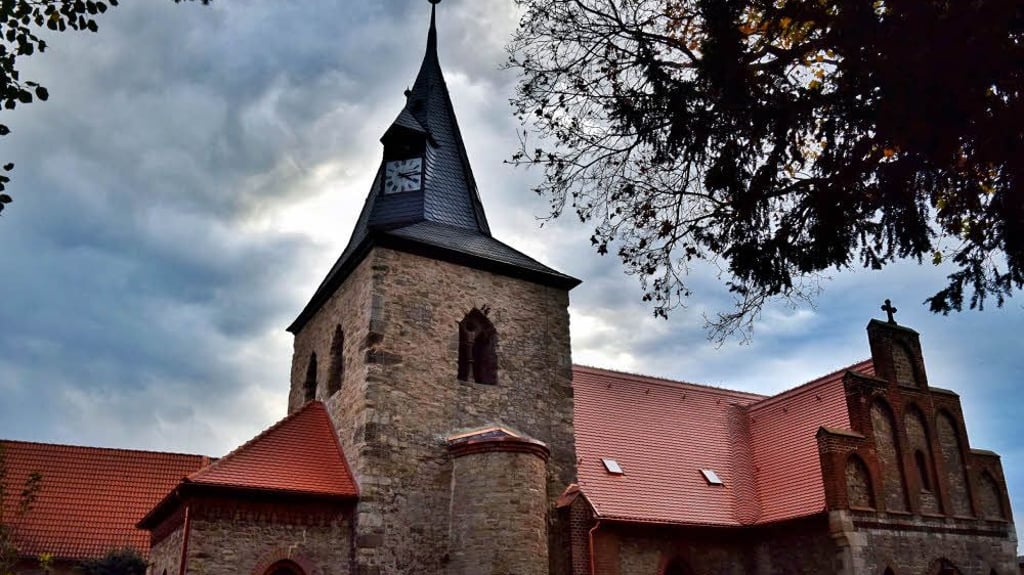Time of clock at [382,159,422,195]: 4:13
